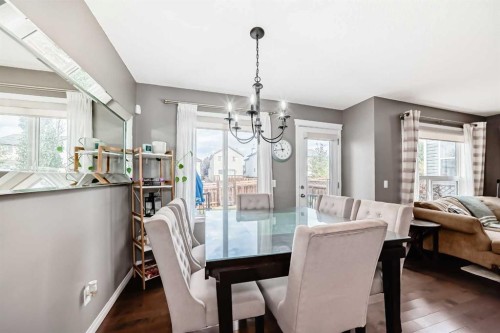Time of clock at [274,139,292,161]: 11:43
